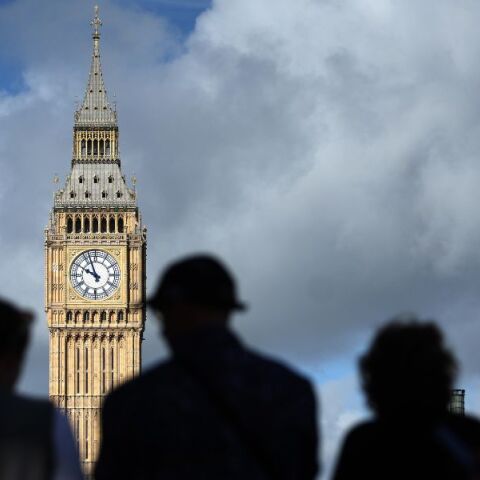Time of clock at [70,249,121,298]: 9:56
